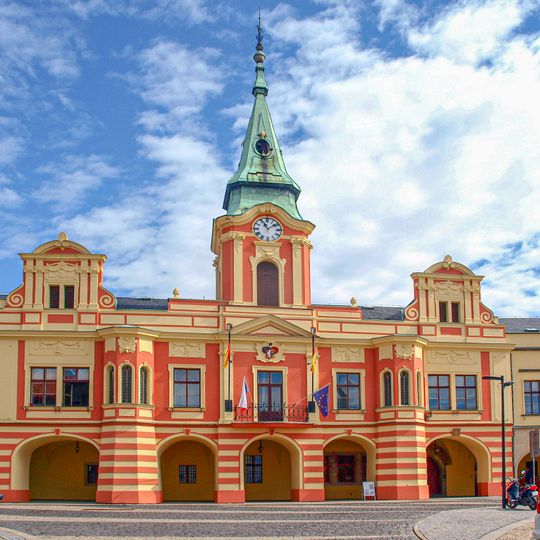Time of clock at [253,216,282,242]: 11:08
